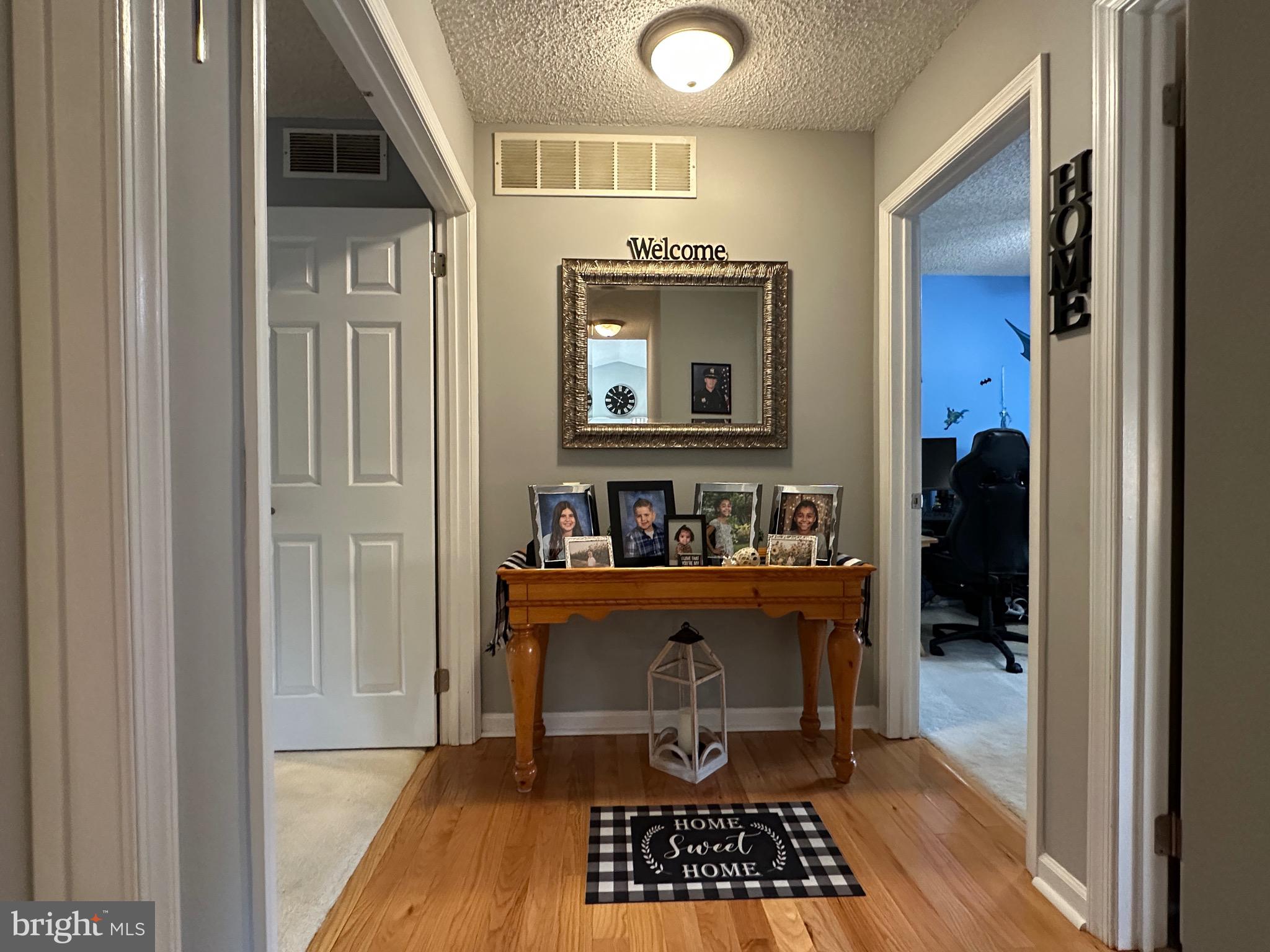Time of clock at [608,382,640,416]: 6:50
